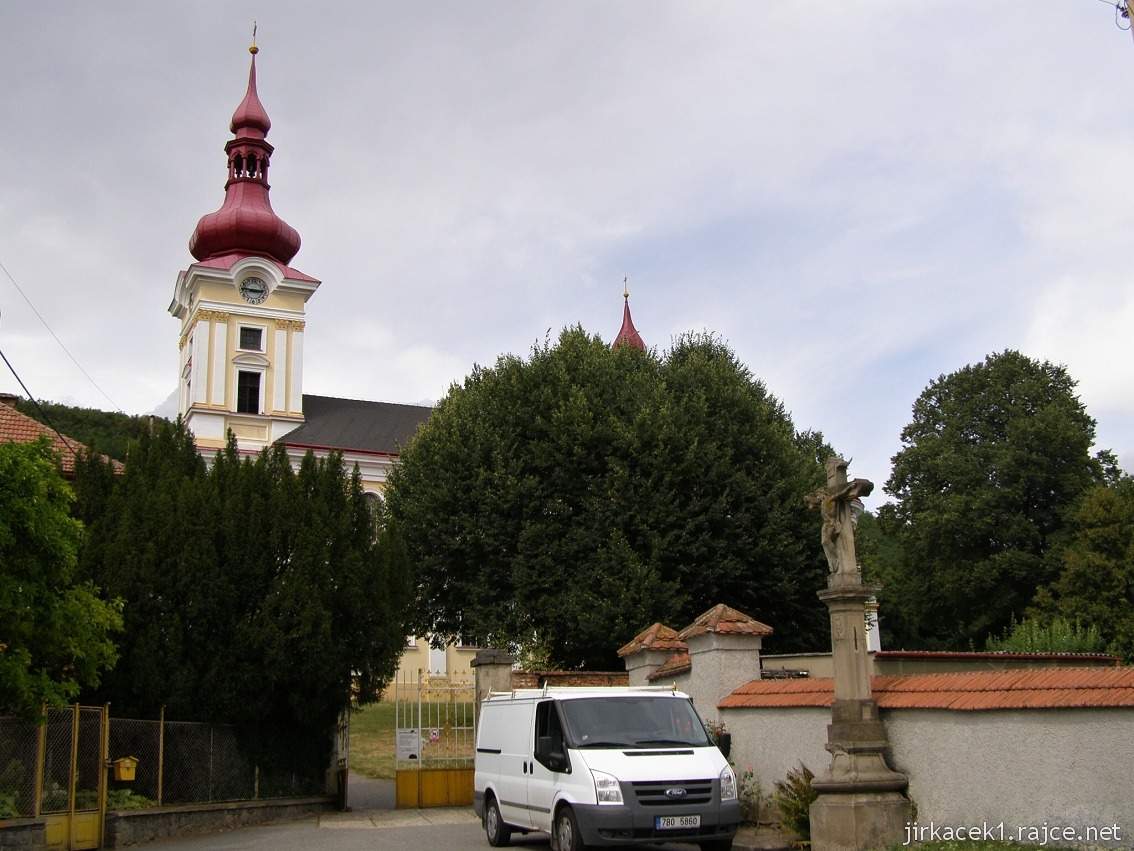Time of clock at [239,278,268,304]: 2:46
